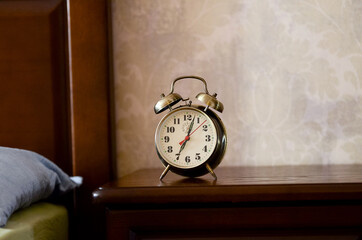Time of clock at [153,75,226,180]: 7:03
